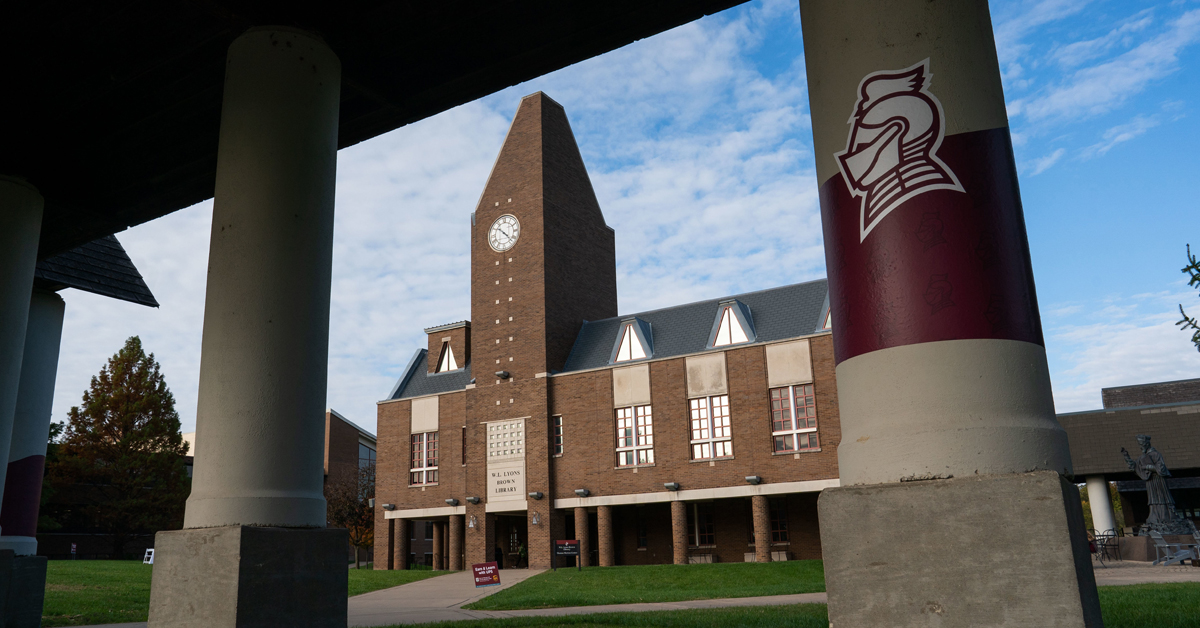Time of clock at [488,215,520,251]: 10:22
